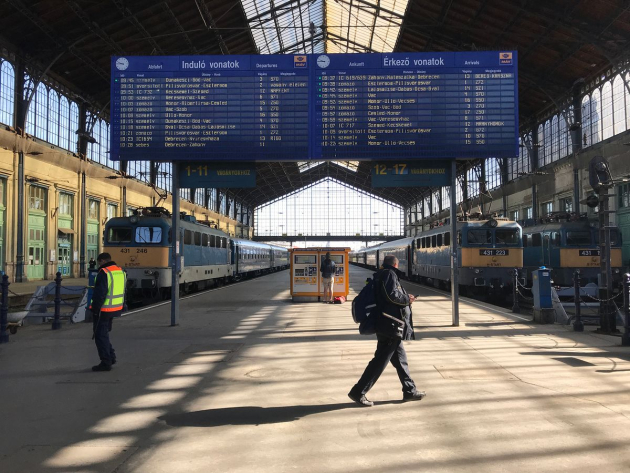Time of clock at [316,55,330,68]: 9:45
